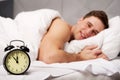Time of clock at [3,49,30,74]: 11:53
